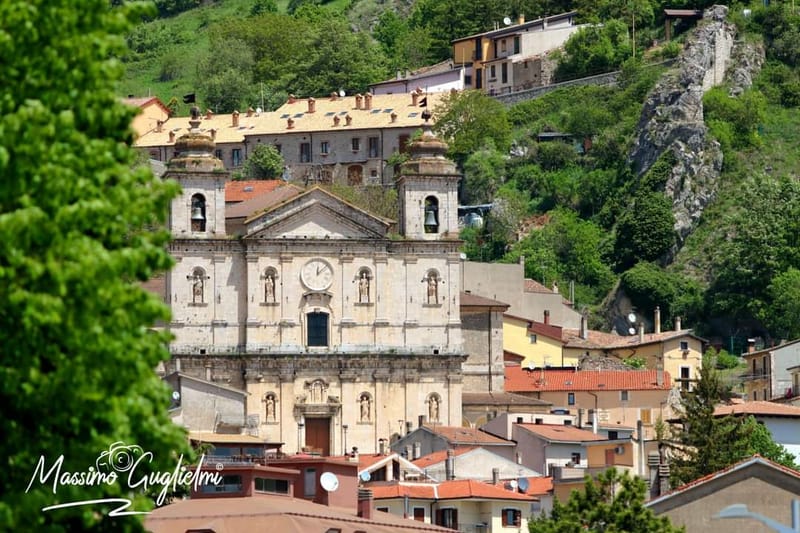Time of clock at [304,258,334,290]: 12:07
